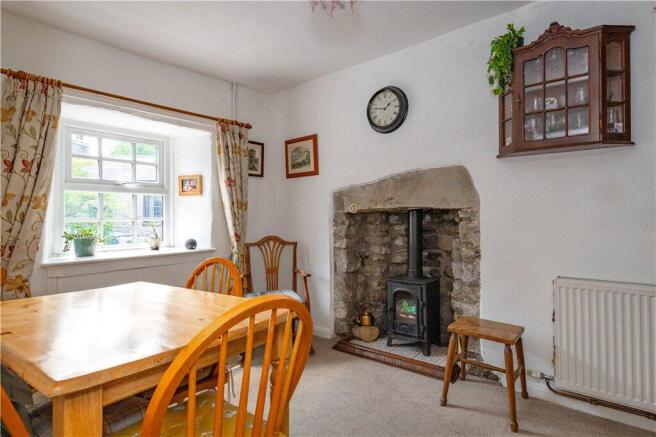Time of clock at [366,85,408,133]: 1:46
